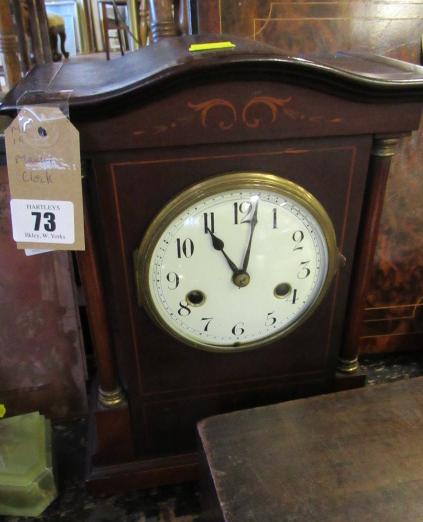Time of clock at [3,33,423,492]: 11:02
